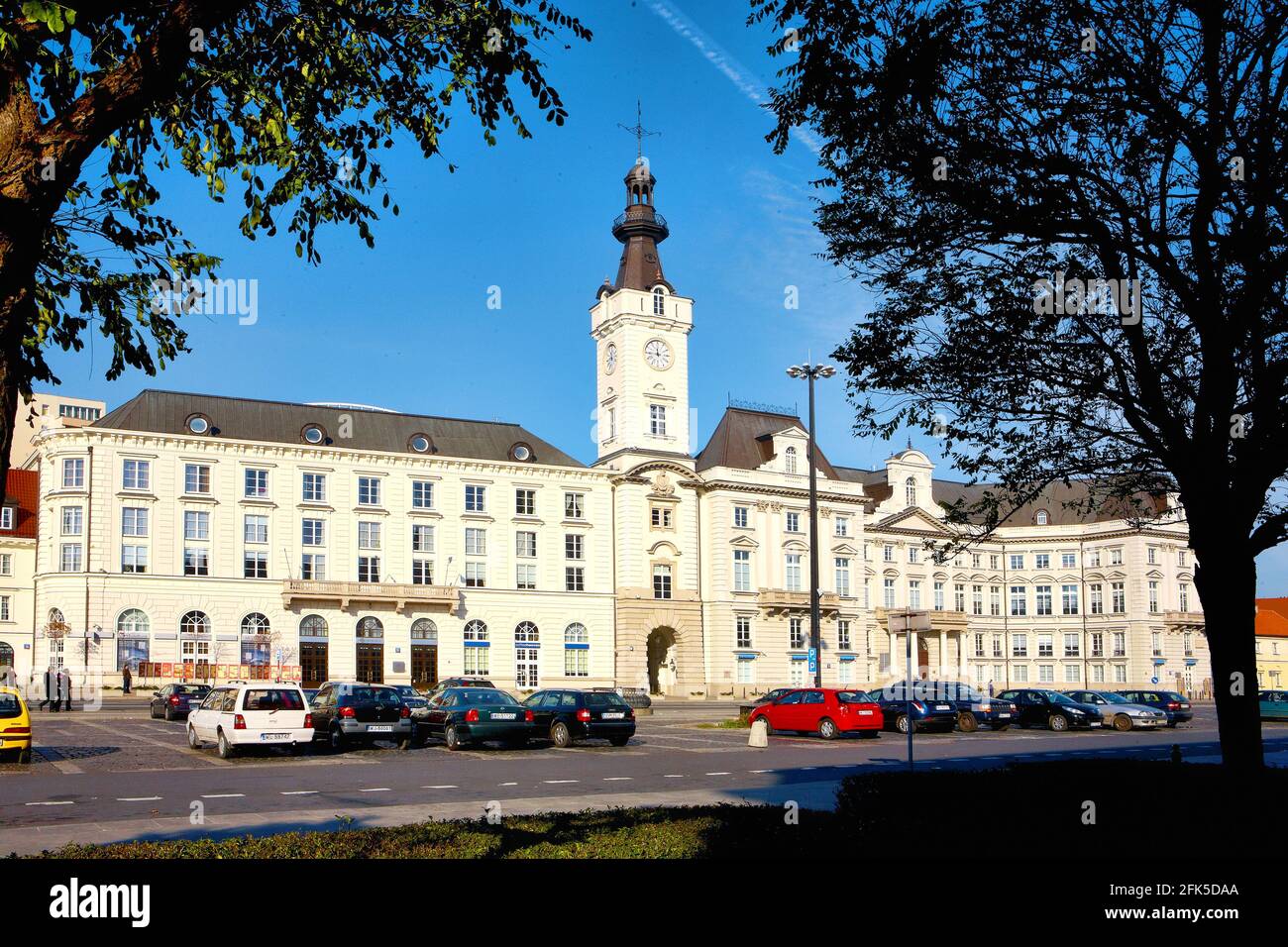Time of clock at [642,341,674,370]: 11:45
